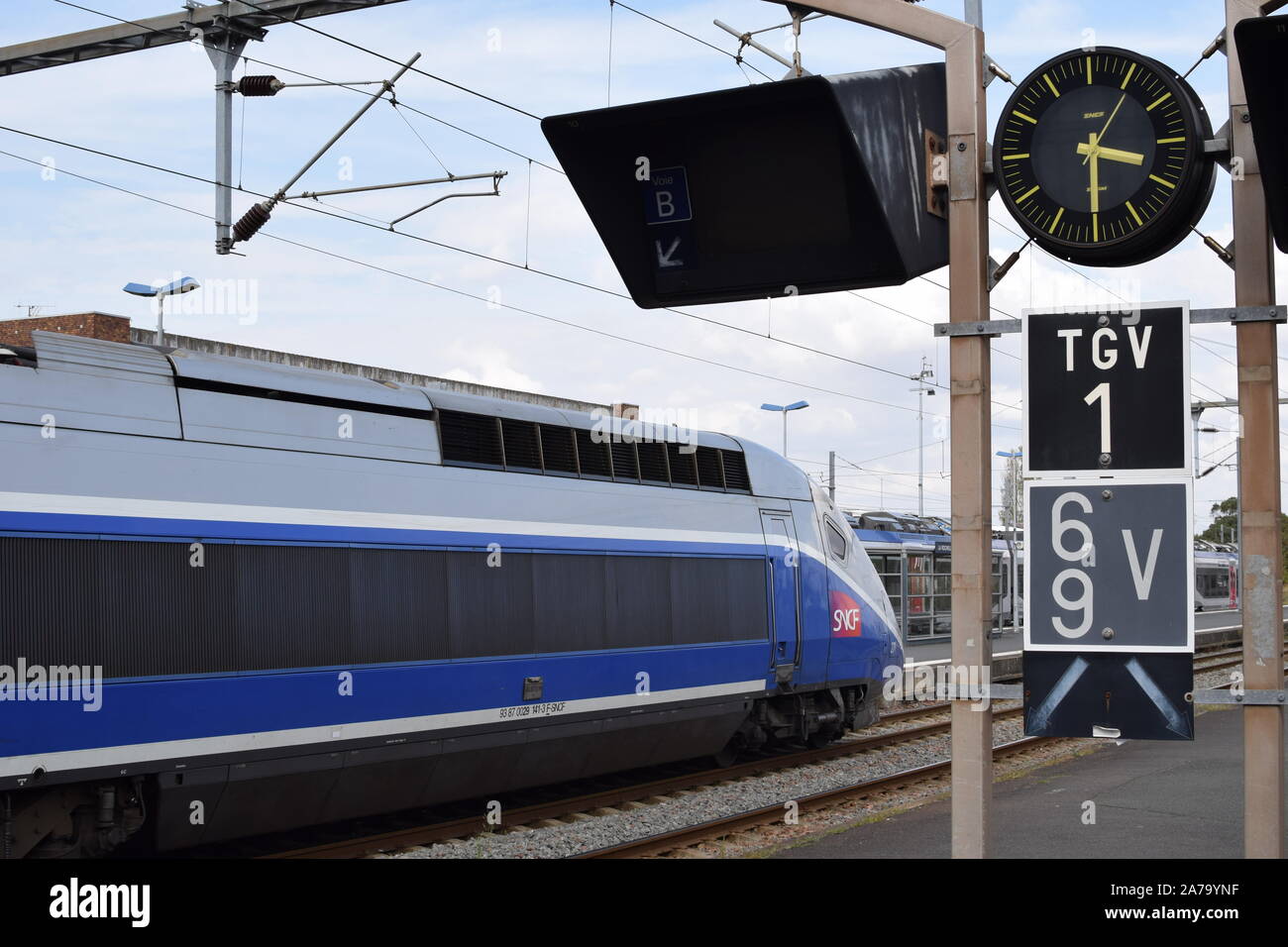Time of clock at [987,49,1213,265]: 3:29
